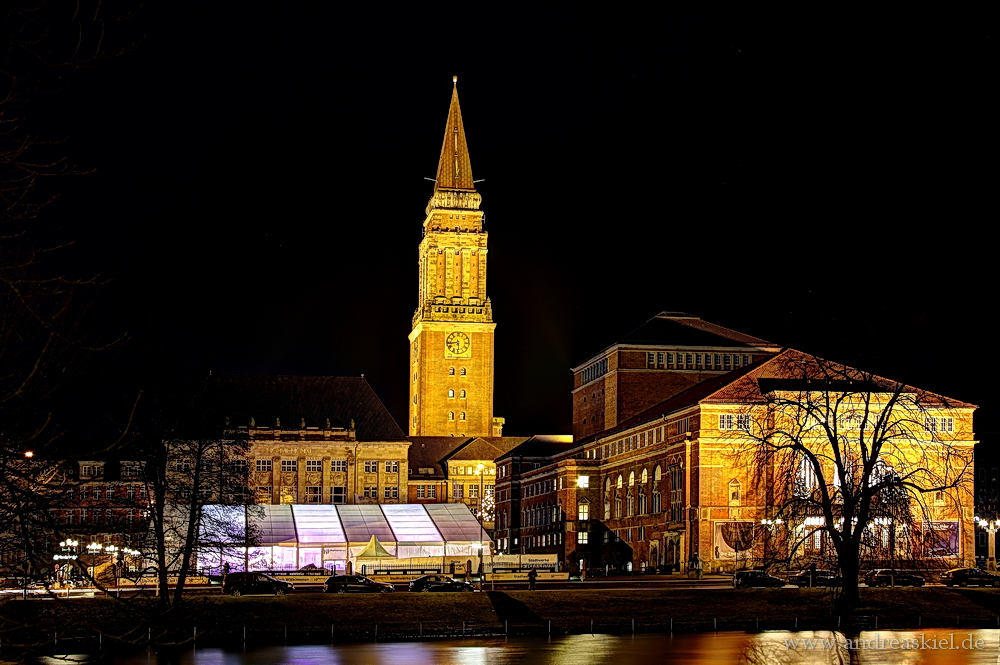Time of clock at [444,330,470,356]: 5:43
